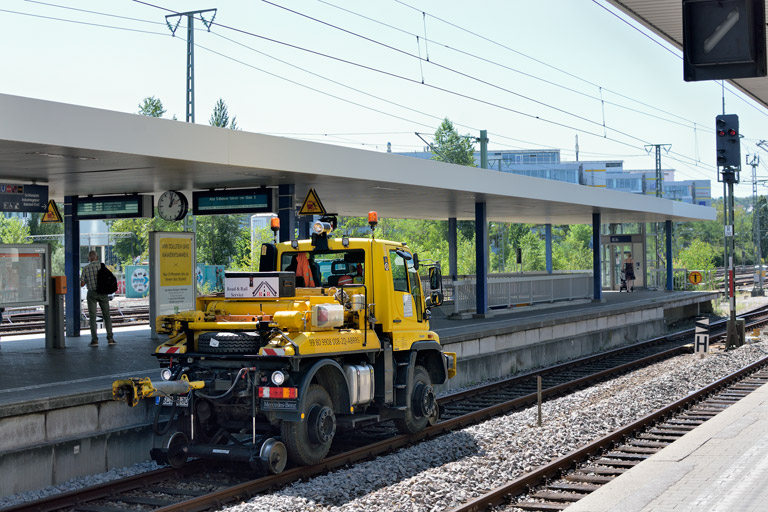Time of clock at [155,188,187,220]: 1:01
